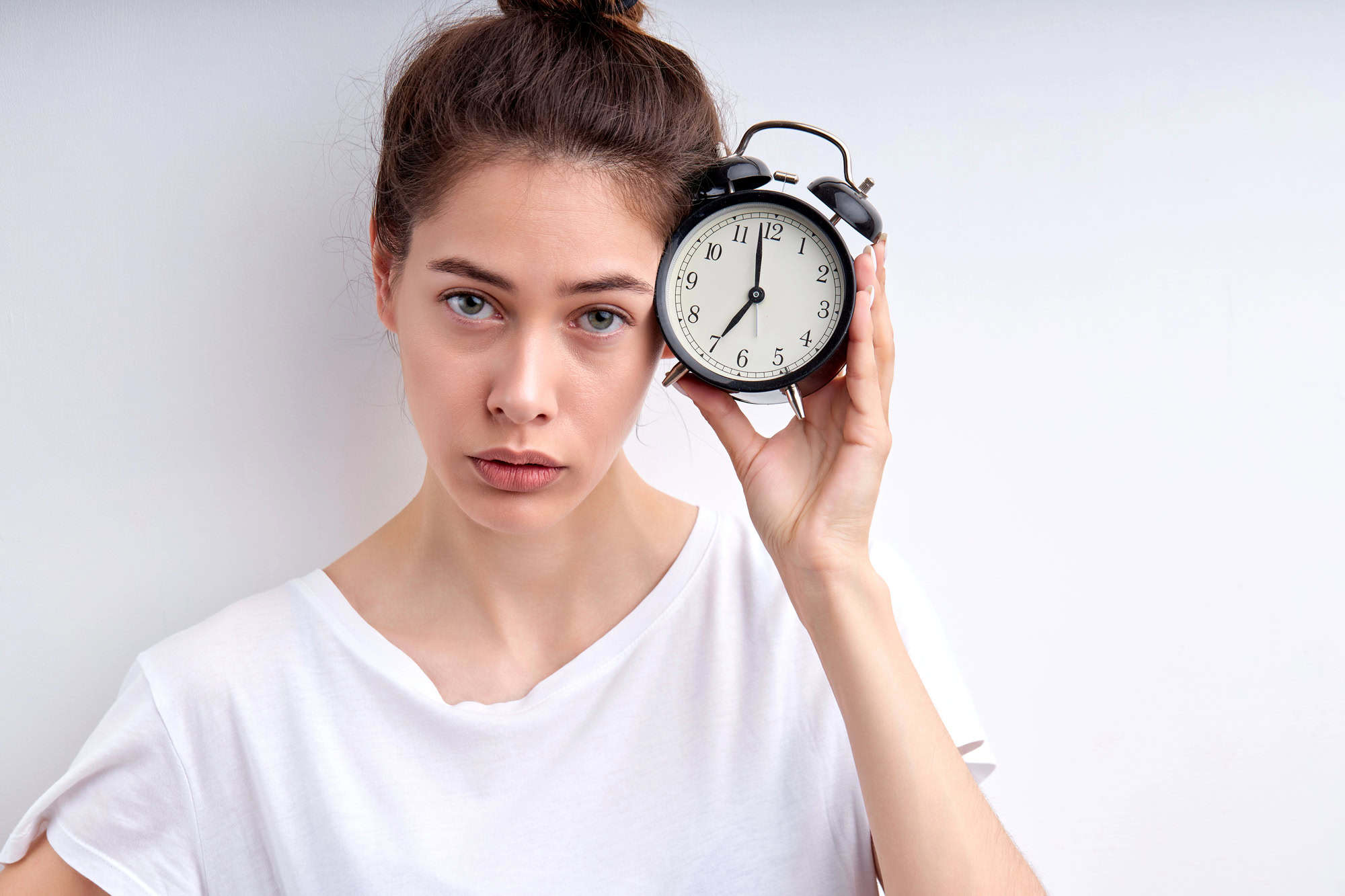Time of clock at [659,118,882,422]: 6:58
